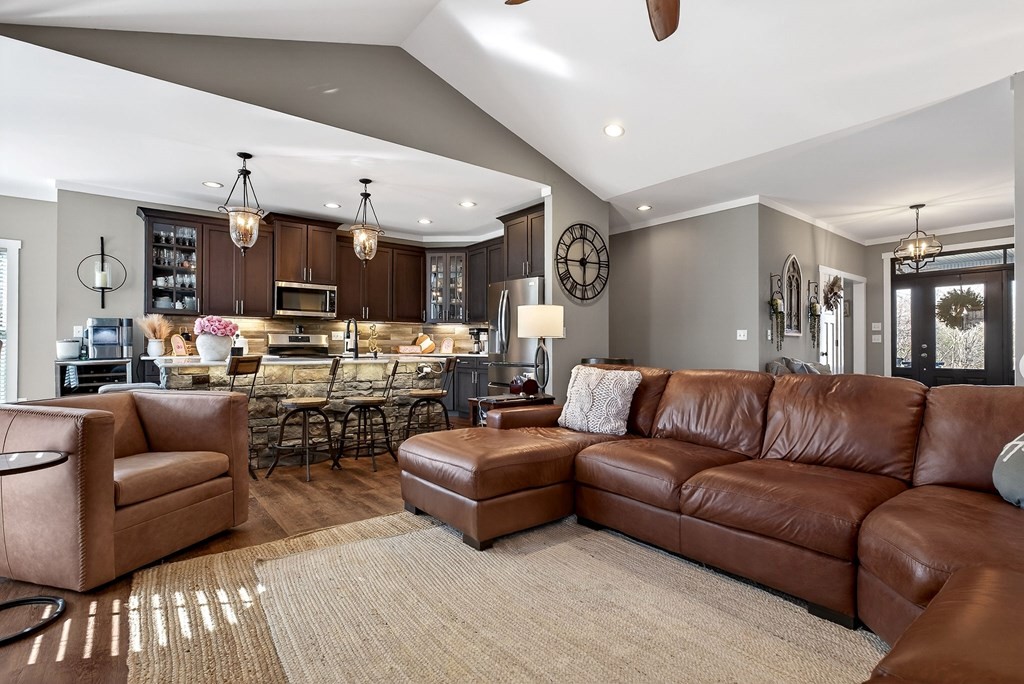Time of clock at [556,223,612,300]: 5:59
